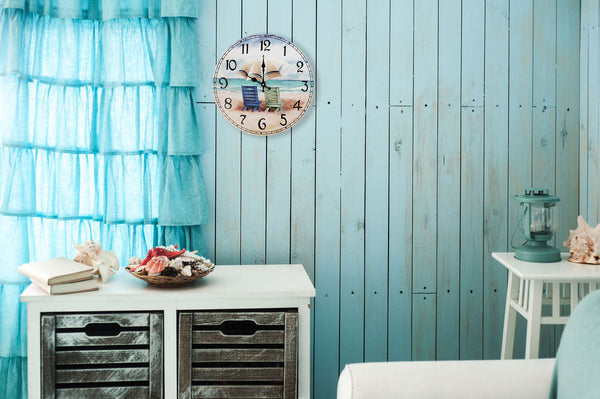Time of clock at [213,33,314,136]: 9:59
